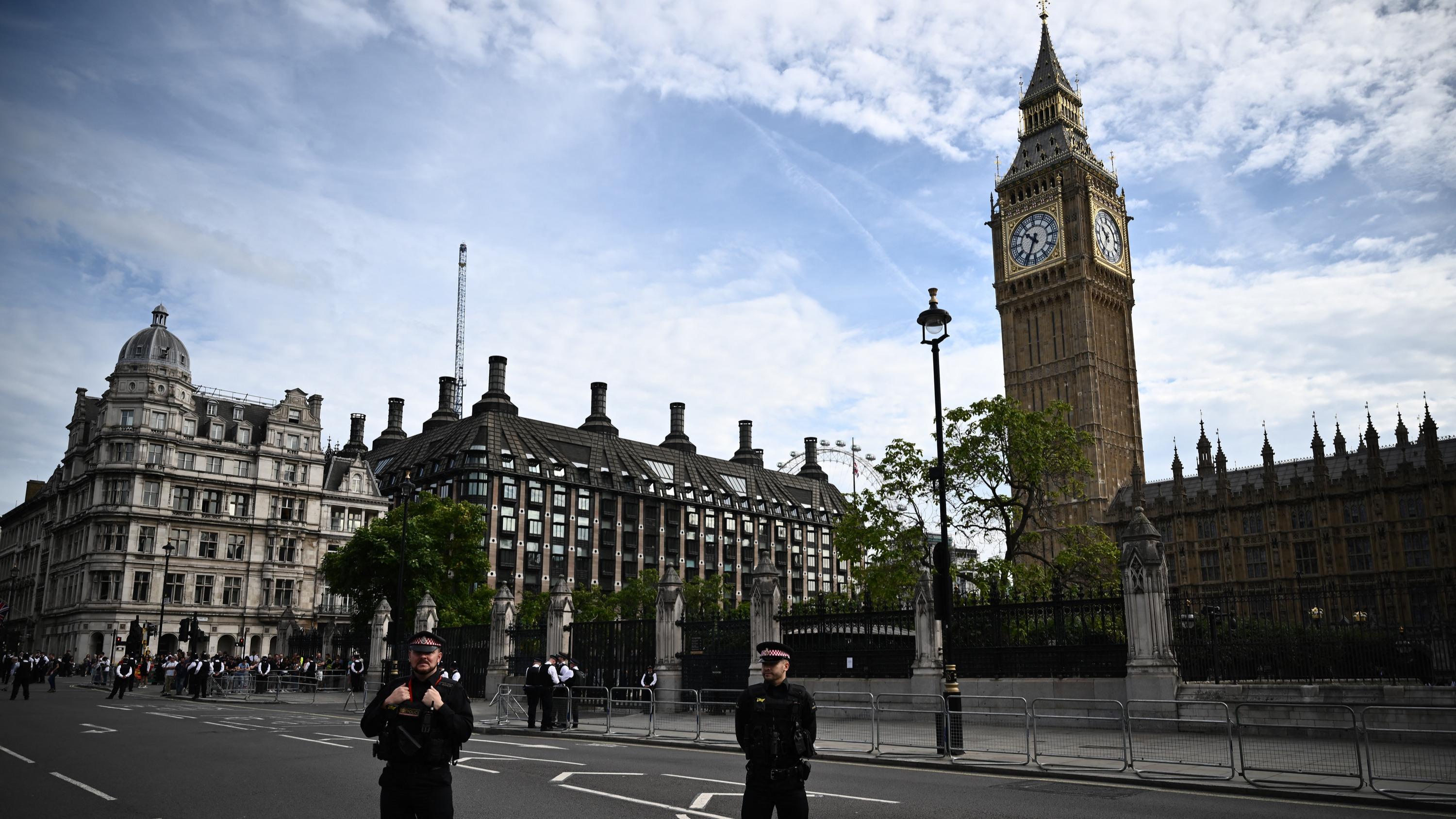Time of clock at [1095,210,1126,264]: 10:34
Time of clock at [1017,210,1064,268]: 10:34
